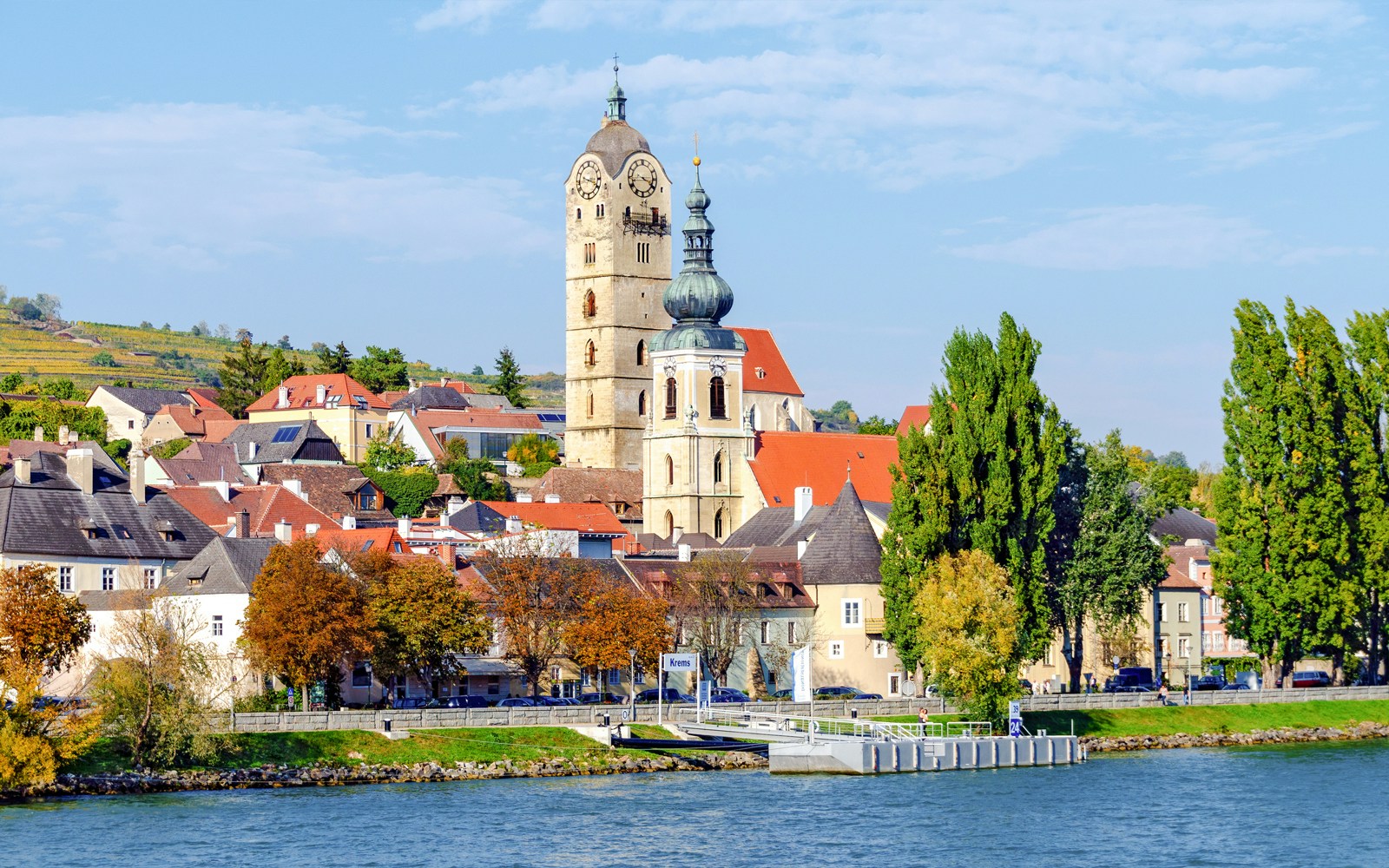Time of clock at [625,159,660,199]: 3:43
